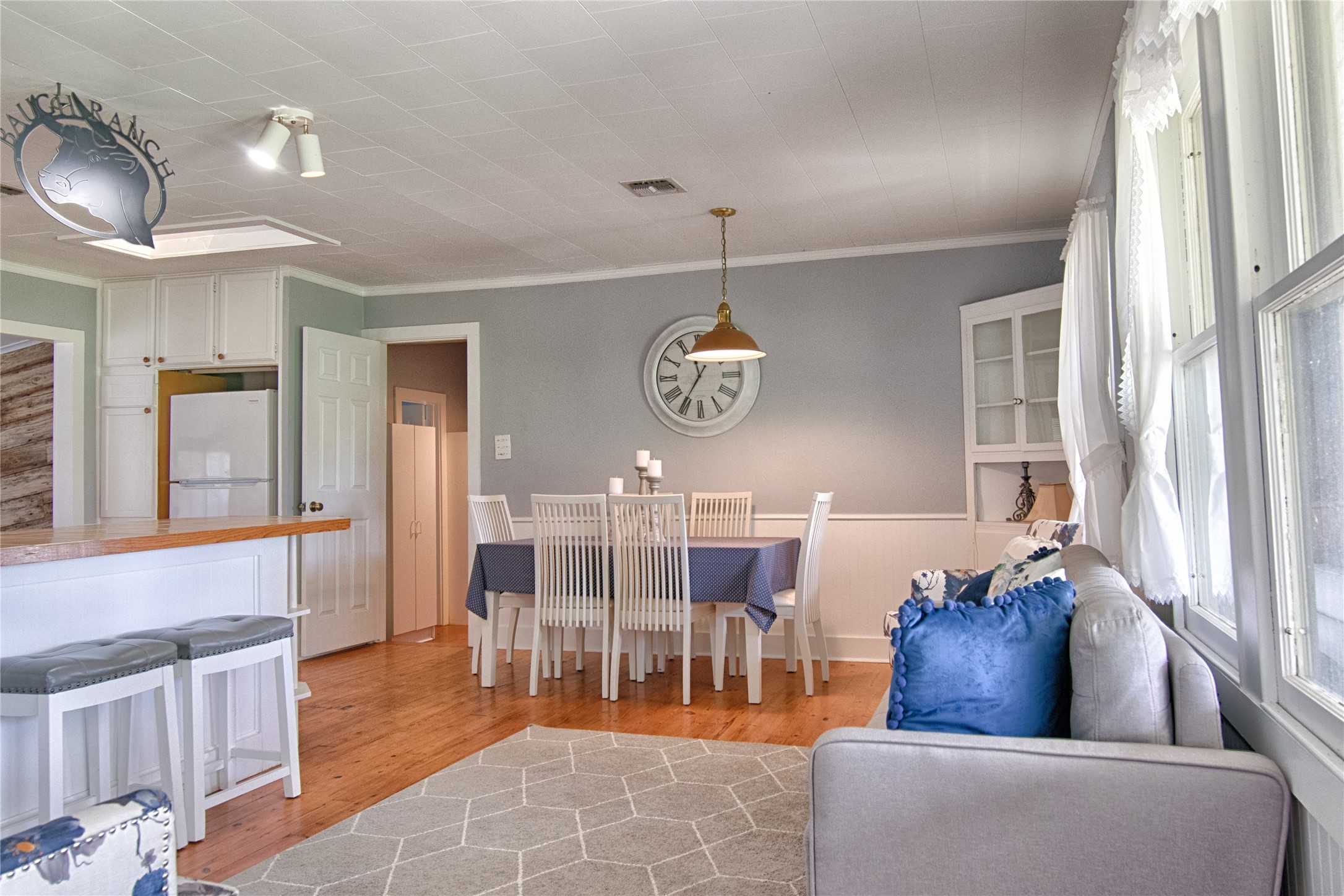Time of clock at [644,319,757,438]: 11:35
